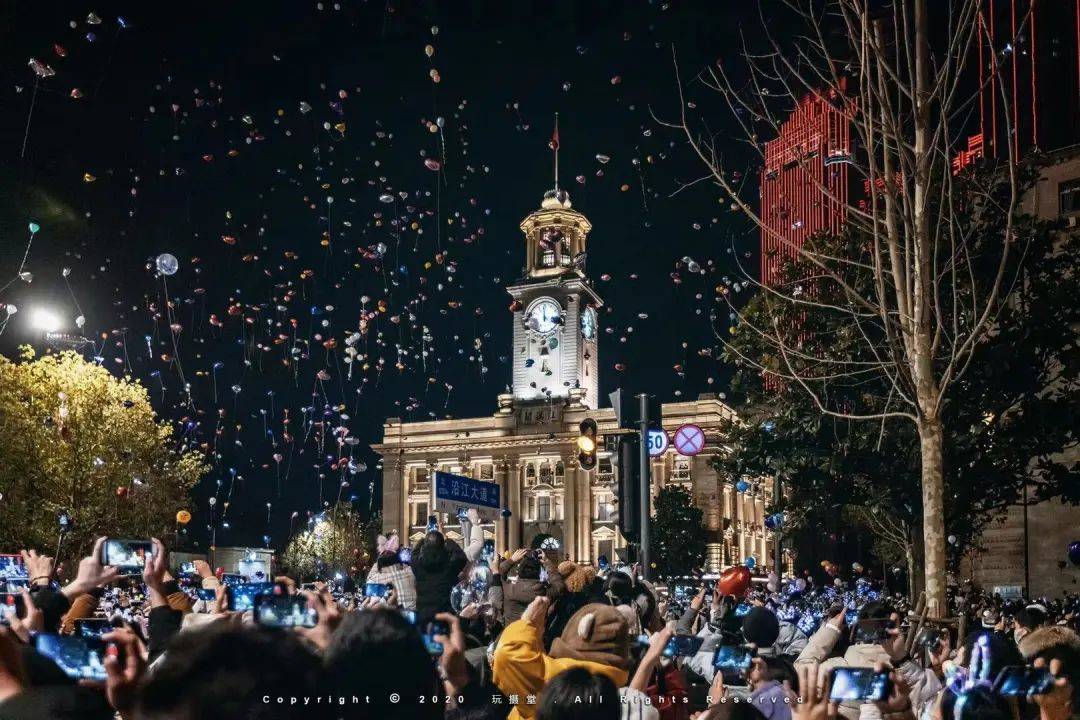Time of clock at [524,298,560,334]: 11:59
